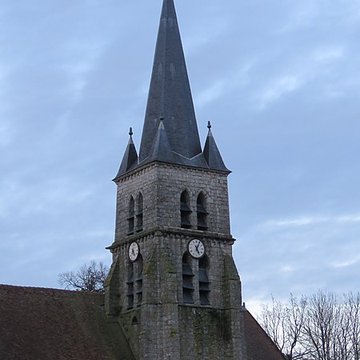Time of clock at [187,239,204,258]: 5:04
